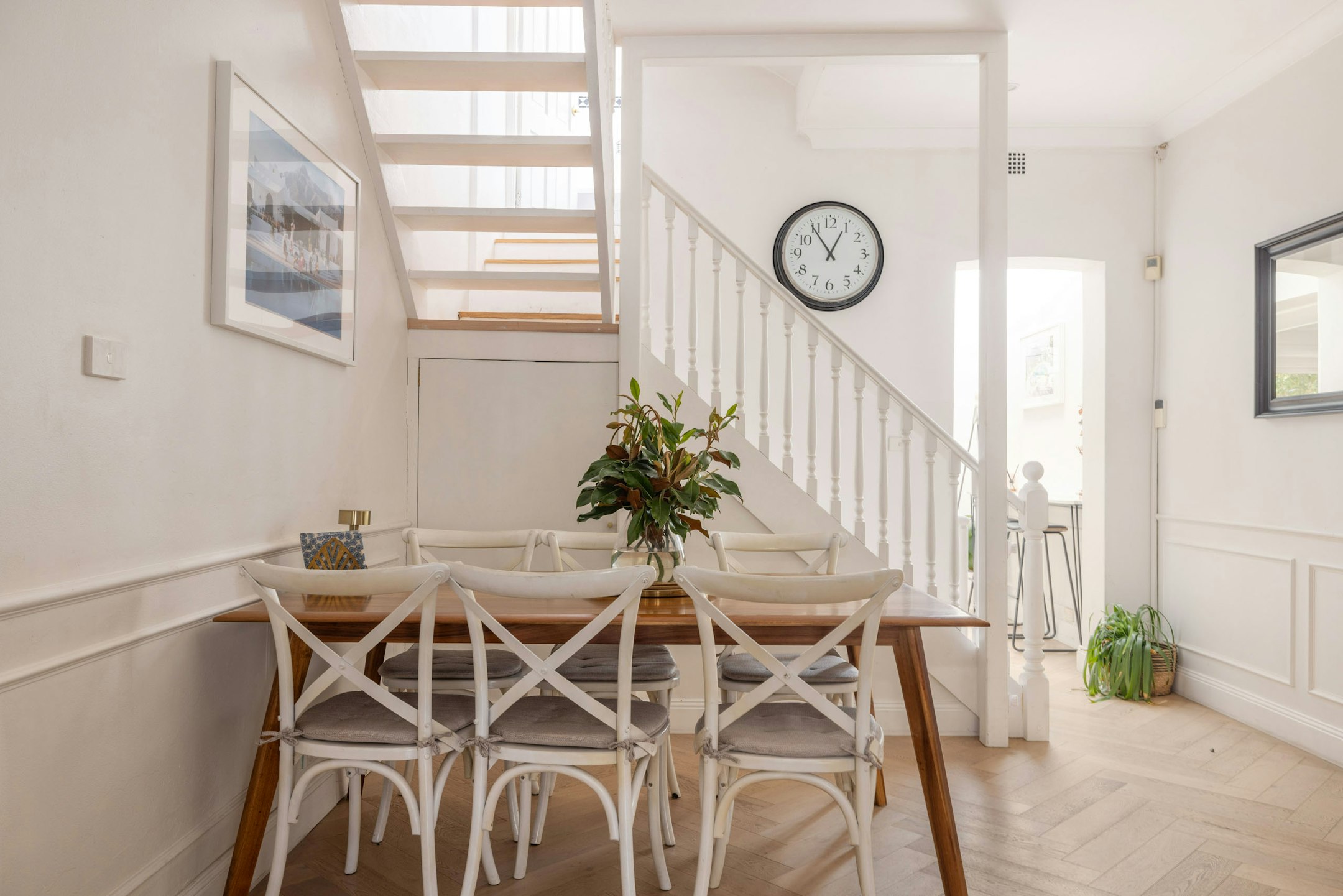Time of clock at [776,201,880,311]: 12:54
